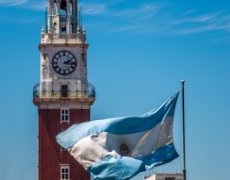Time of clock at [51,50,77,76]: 2:16
